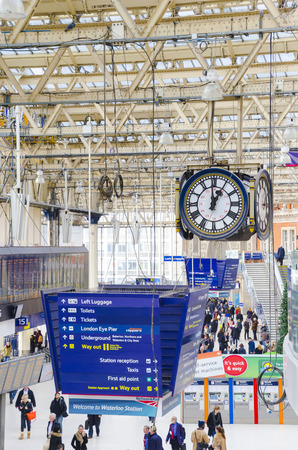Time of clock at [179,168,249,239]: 12:59
